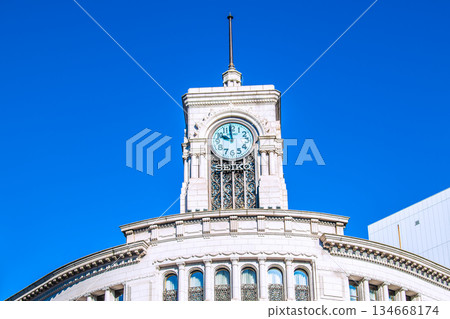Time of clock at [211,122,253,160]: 9:59
